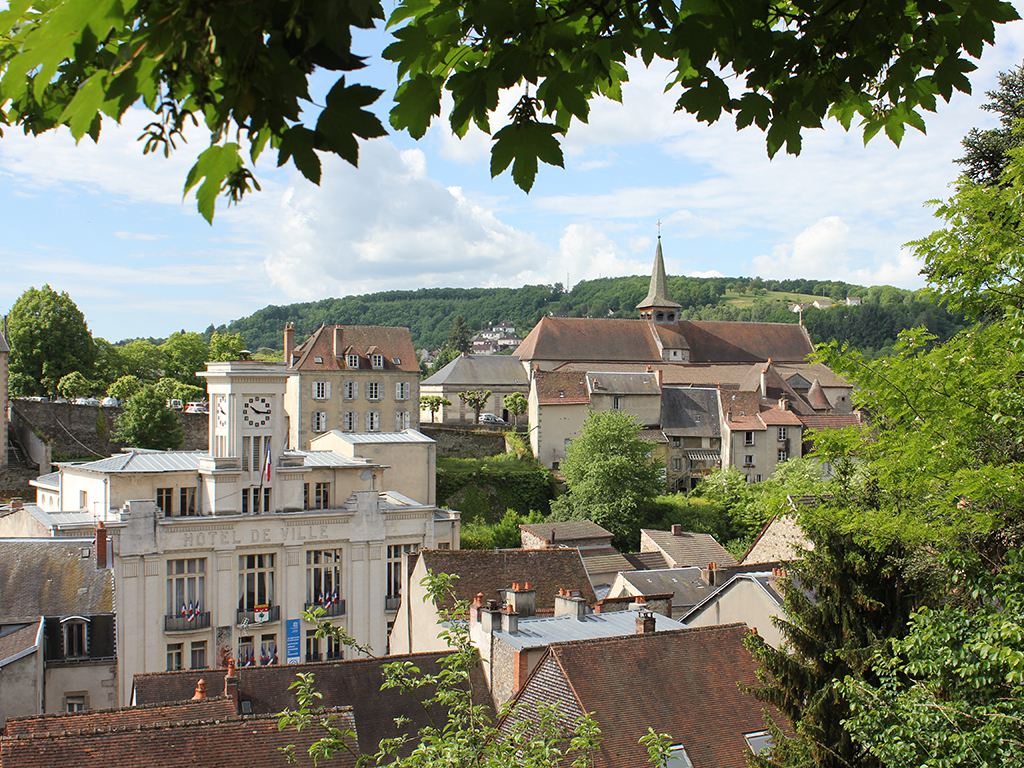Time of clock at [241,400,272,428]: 10:15
